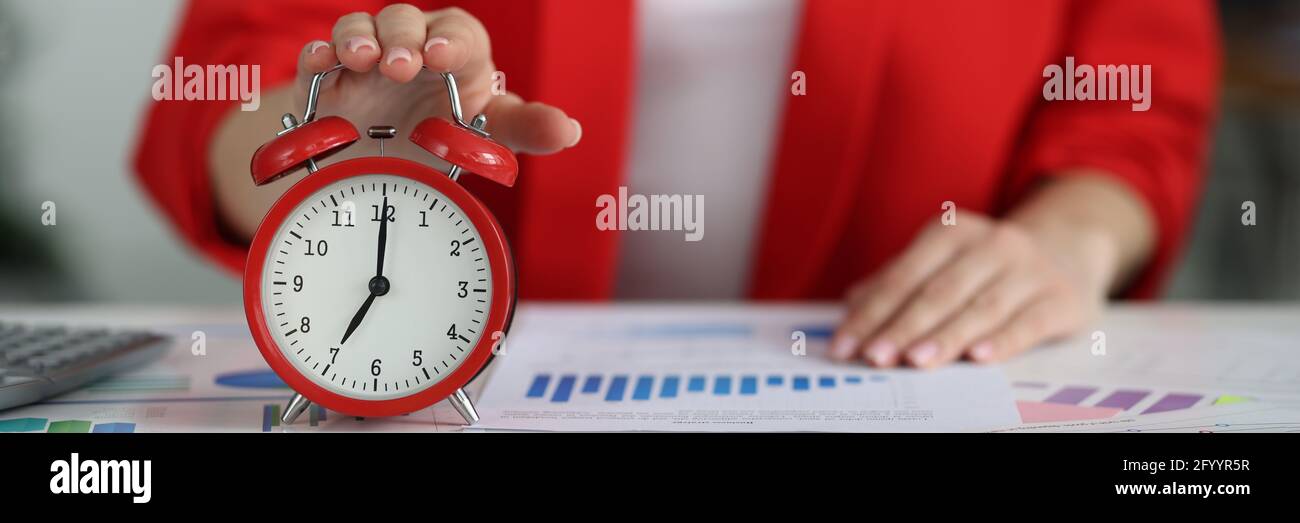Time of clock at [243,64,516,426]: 7:00
